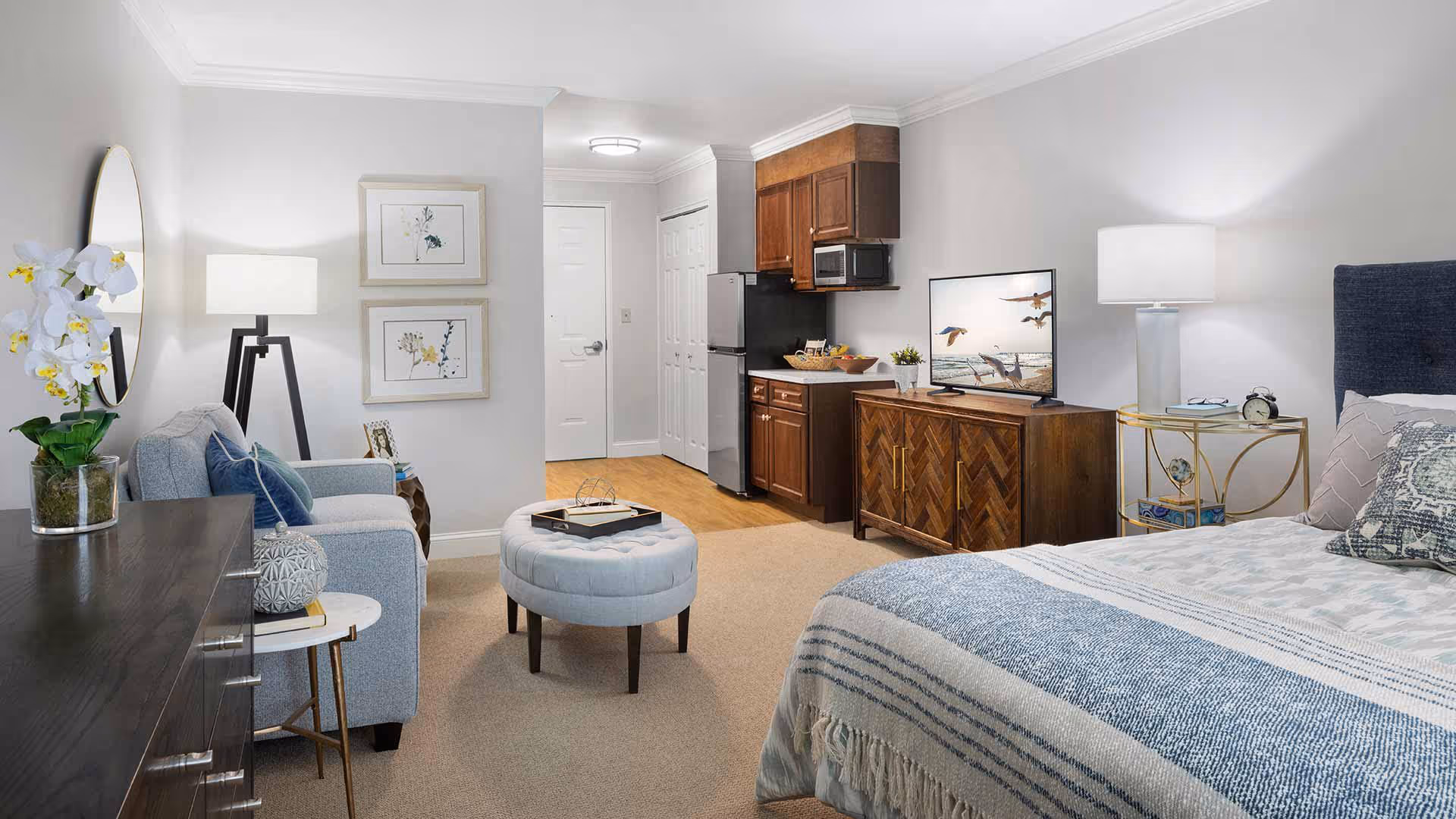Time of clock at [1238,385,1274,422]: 4:16
